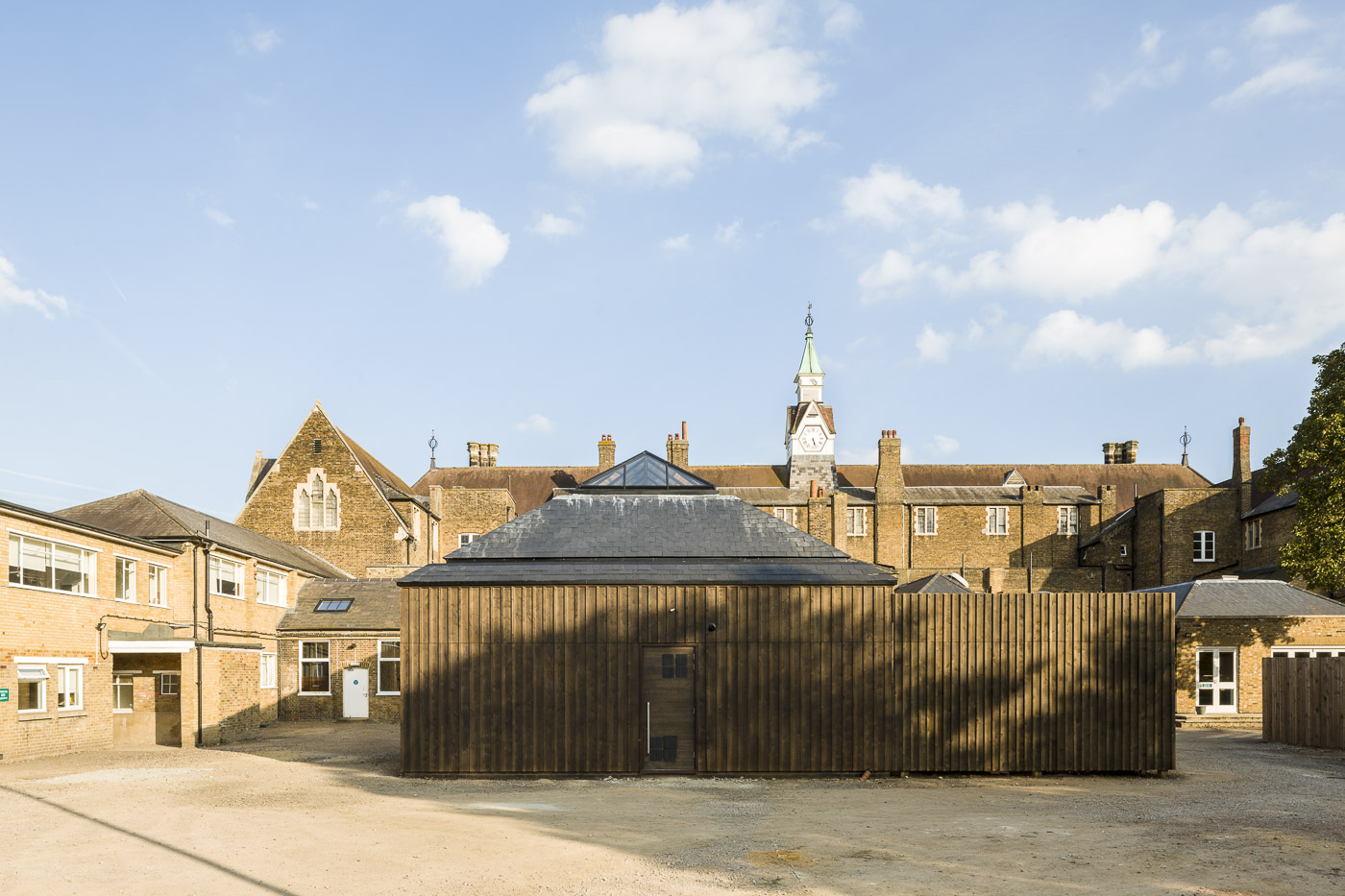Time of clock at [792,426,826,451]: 5:26
